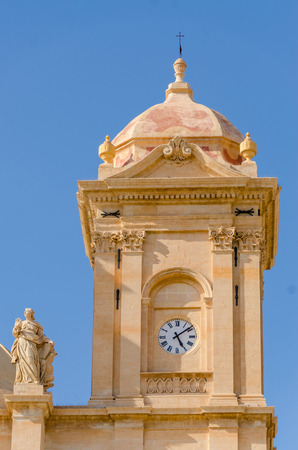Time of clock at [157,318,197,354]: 5:08
